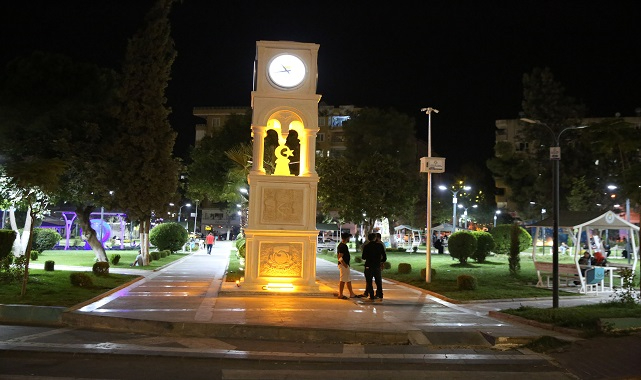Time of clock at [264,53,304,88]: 10:43
